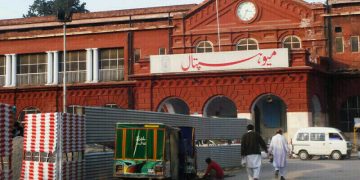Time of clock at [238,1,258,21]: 3:34
